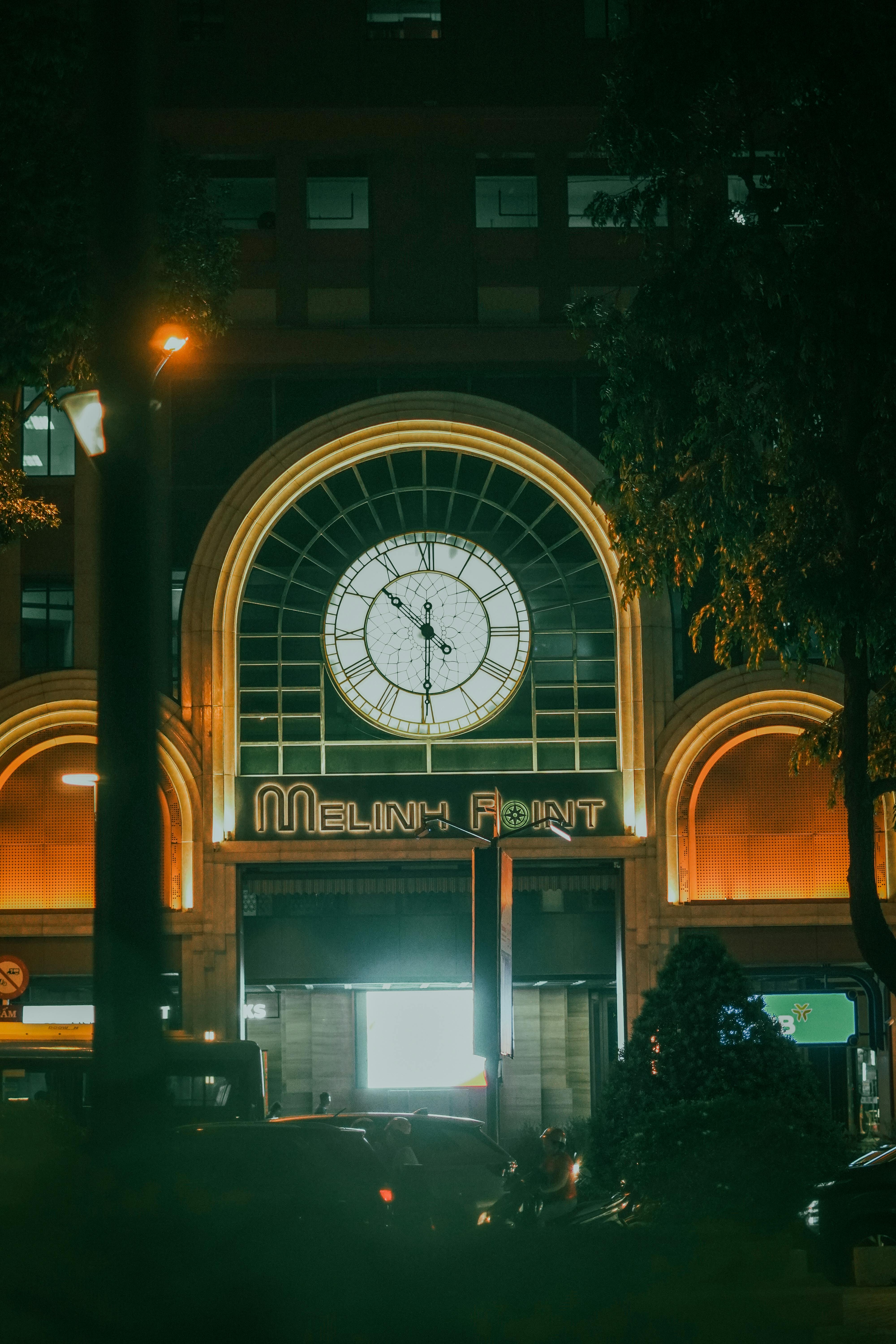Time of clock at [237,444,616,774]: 10:30
